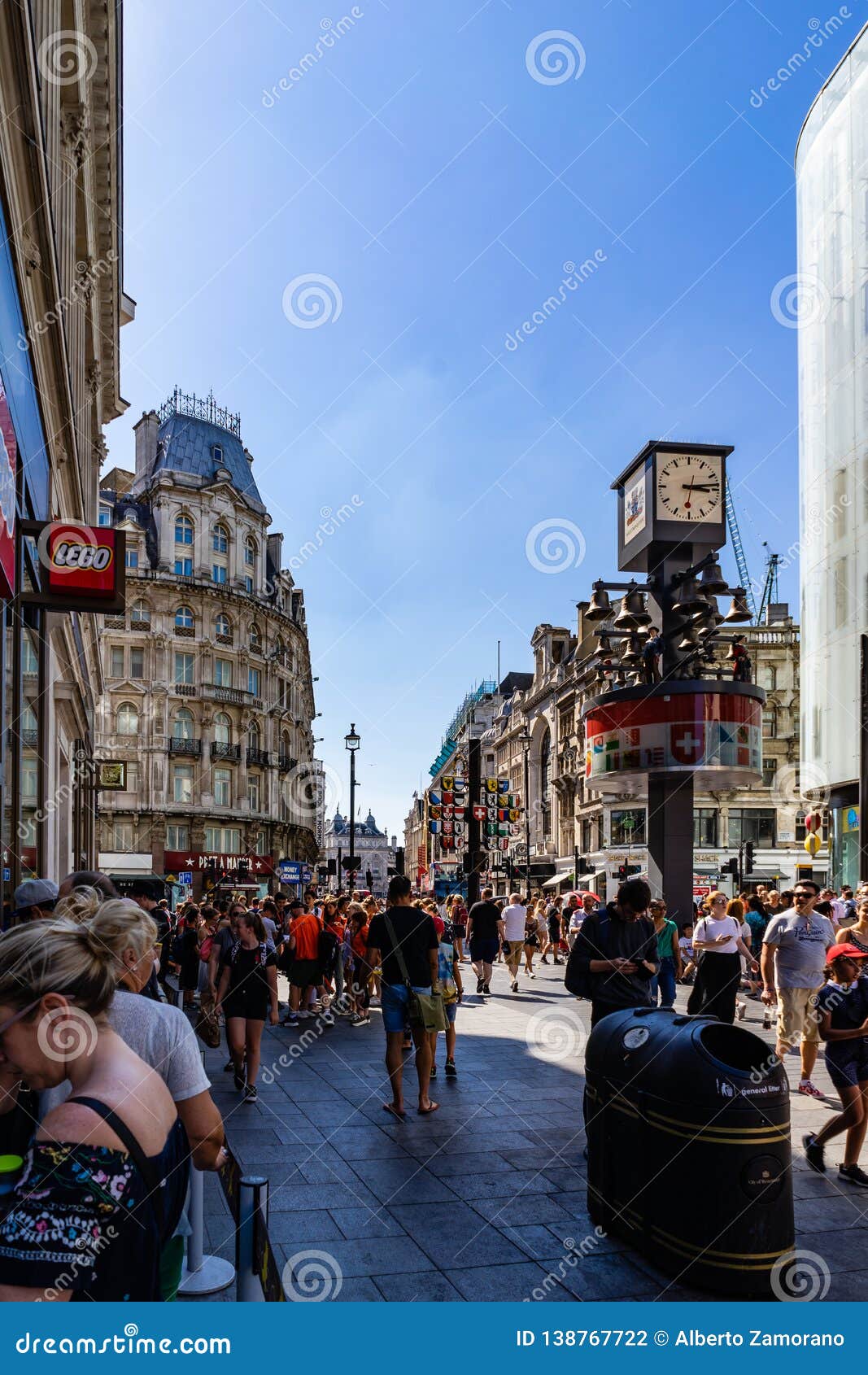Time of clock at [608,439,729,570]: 3:13
